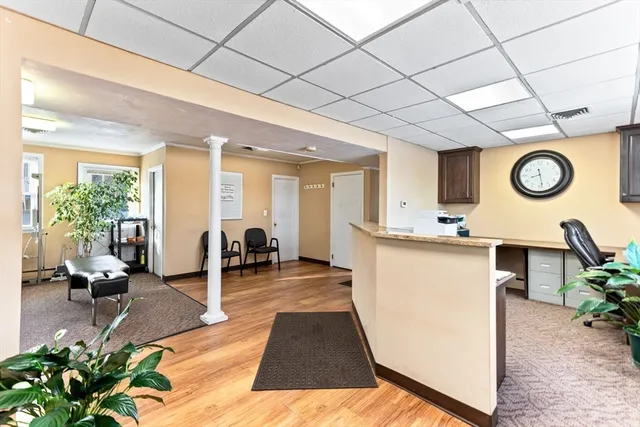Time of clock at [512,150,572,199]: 8:28
